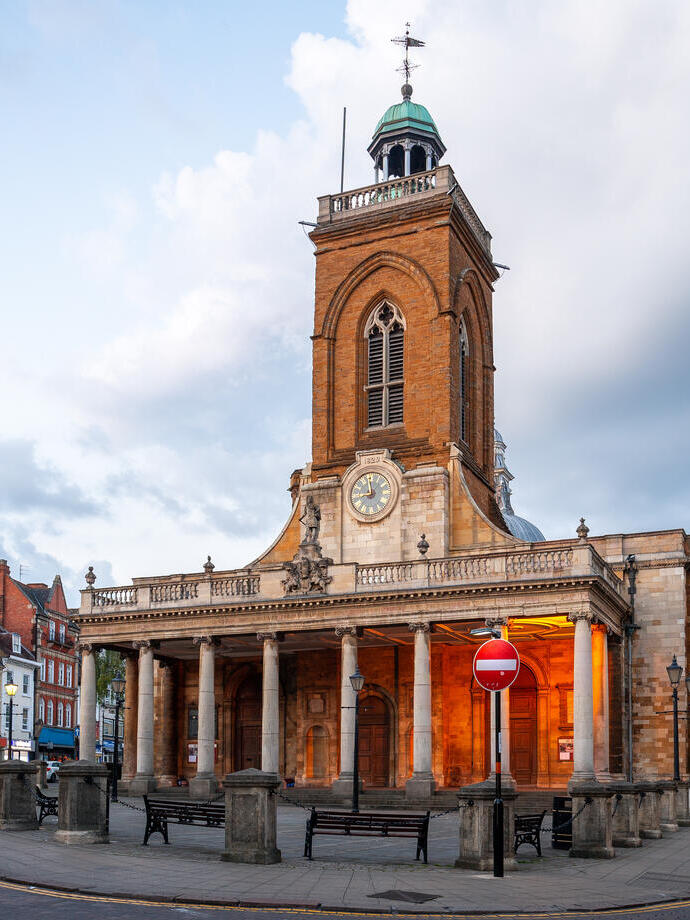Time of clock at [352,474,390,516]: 8:58
